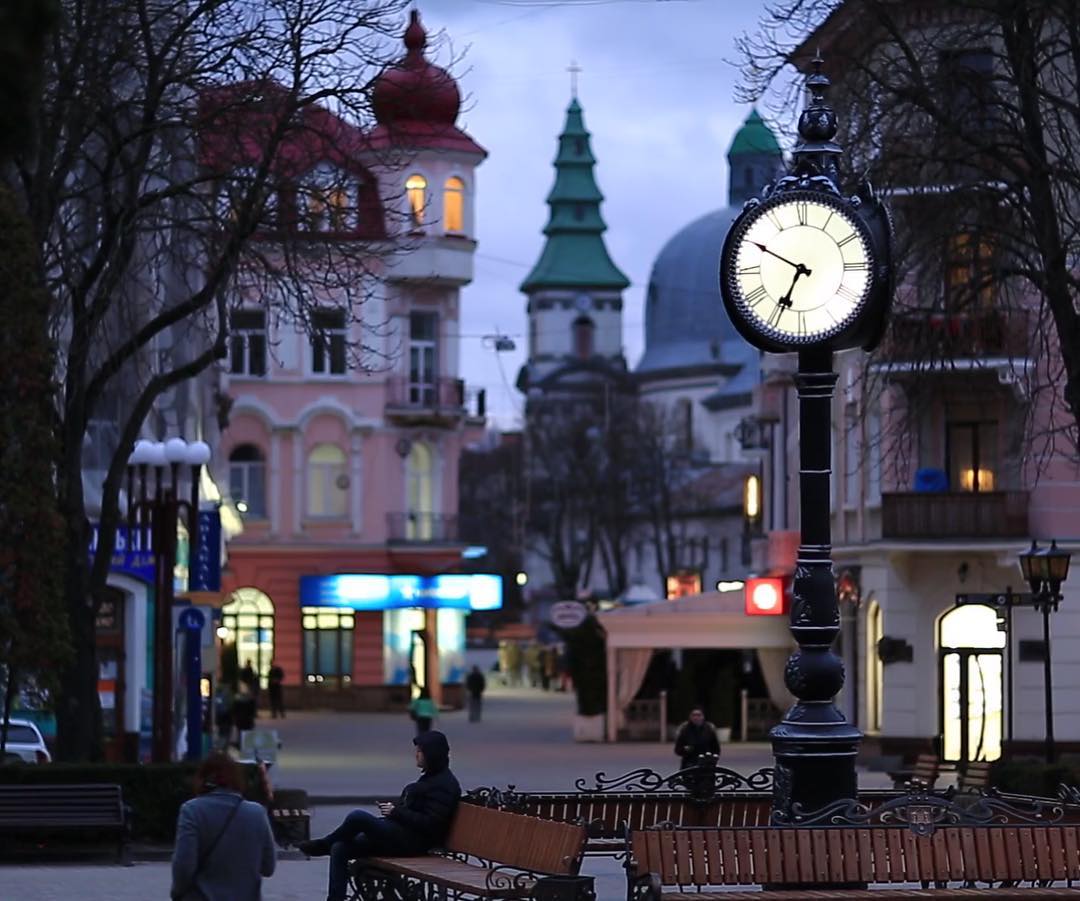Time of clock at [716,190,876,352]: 6:49
